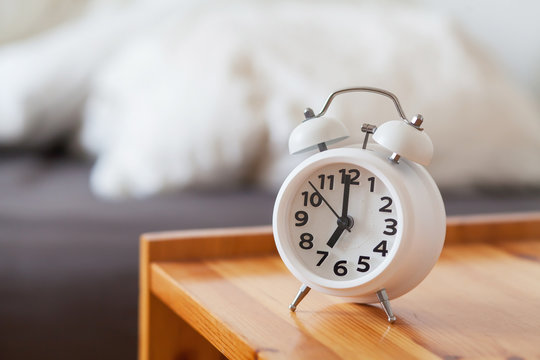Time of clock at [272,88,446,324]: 6:59
